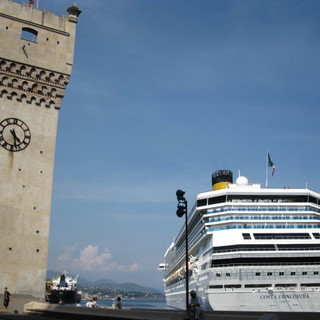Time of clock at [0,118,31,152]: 4:28
